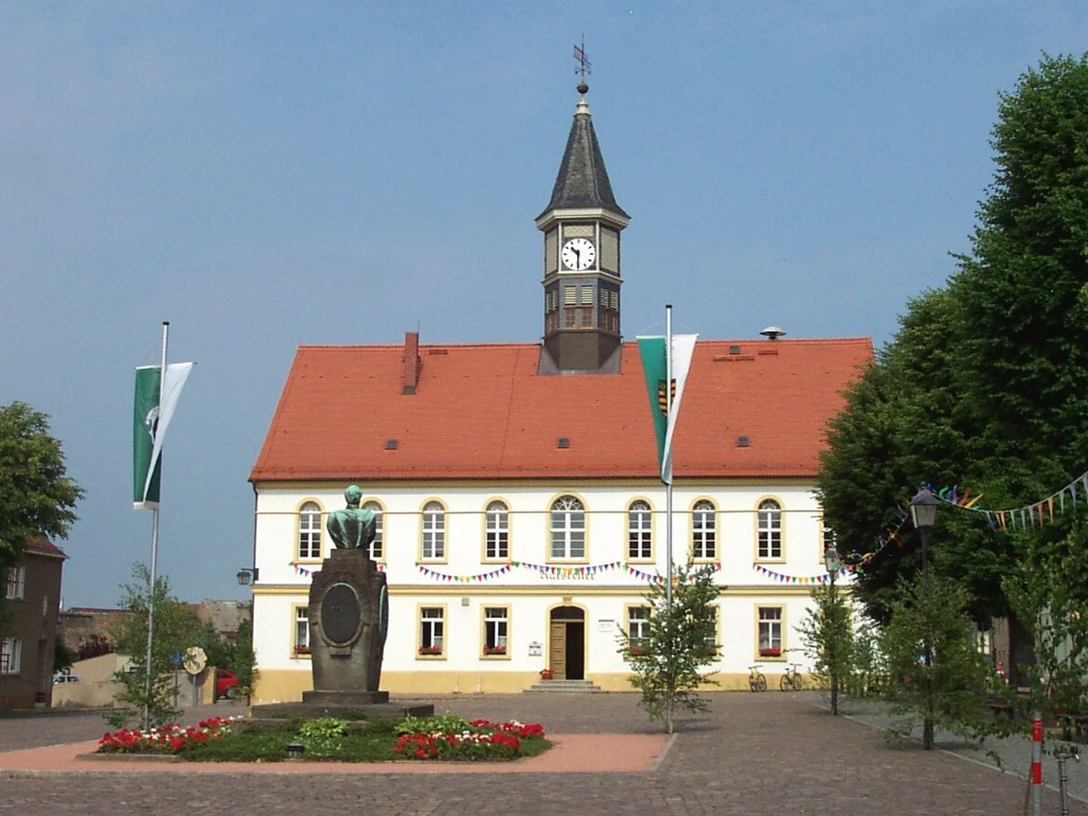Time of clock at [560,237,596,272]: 10:30
